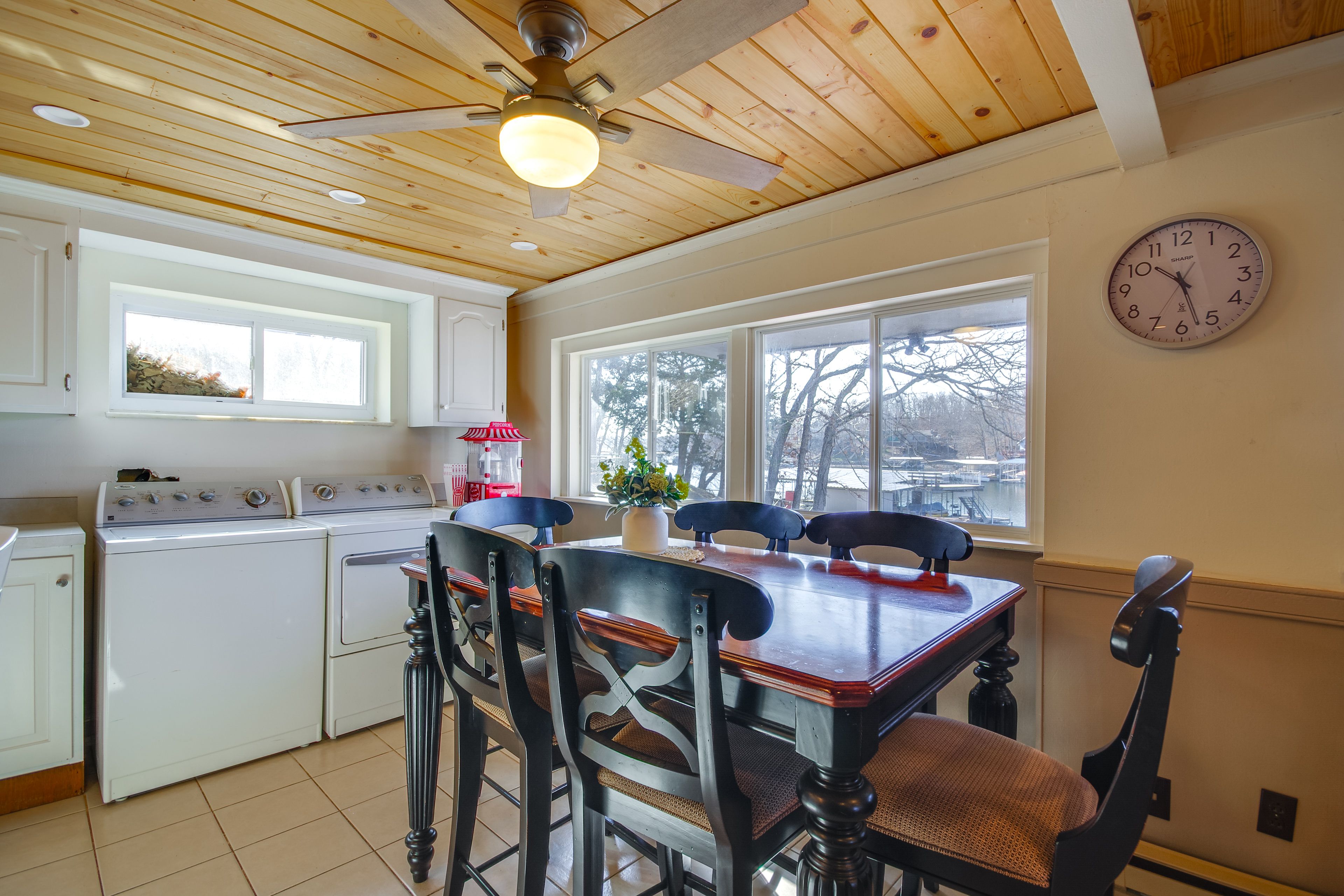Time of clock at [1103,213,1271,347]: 10:27
